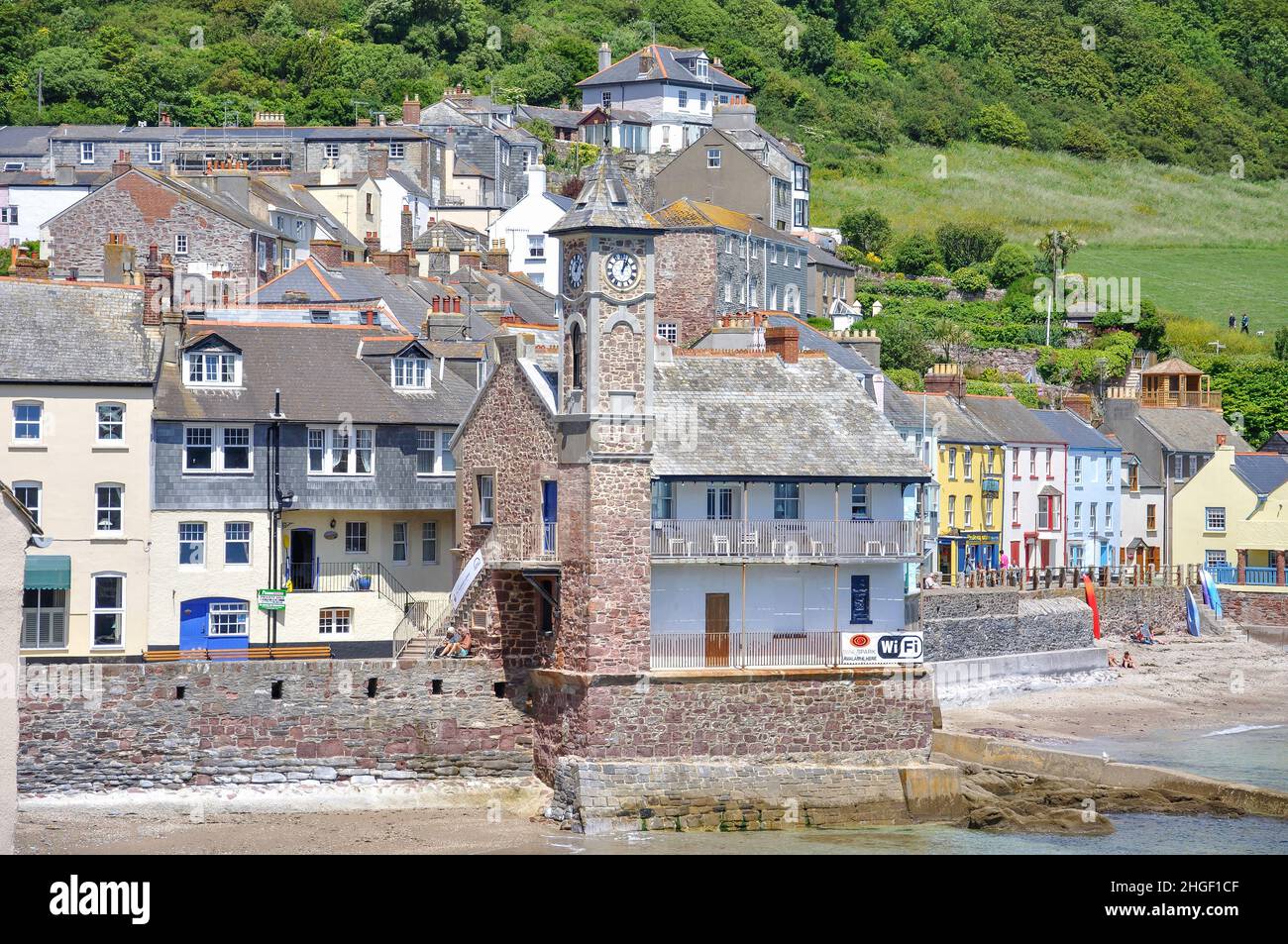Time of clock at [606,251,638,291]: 1:02
